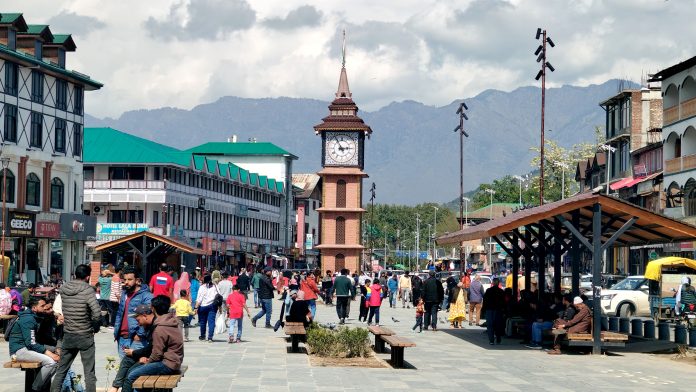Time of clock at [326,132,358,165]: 2:55
